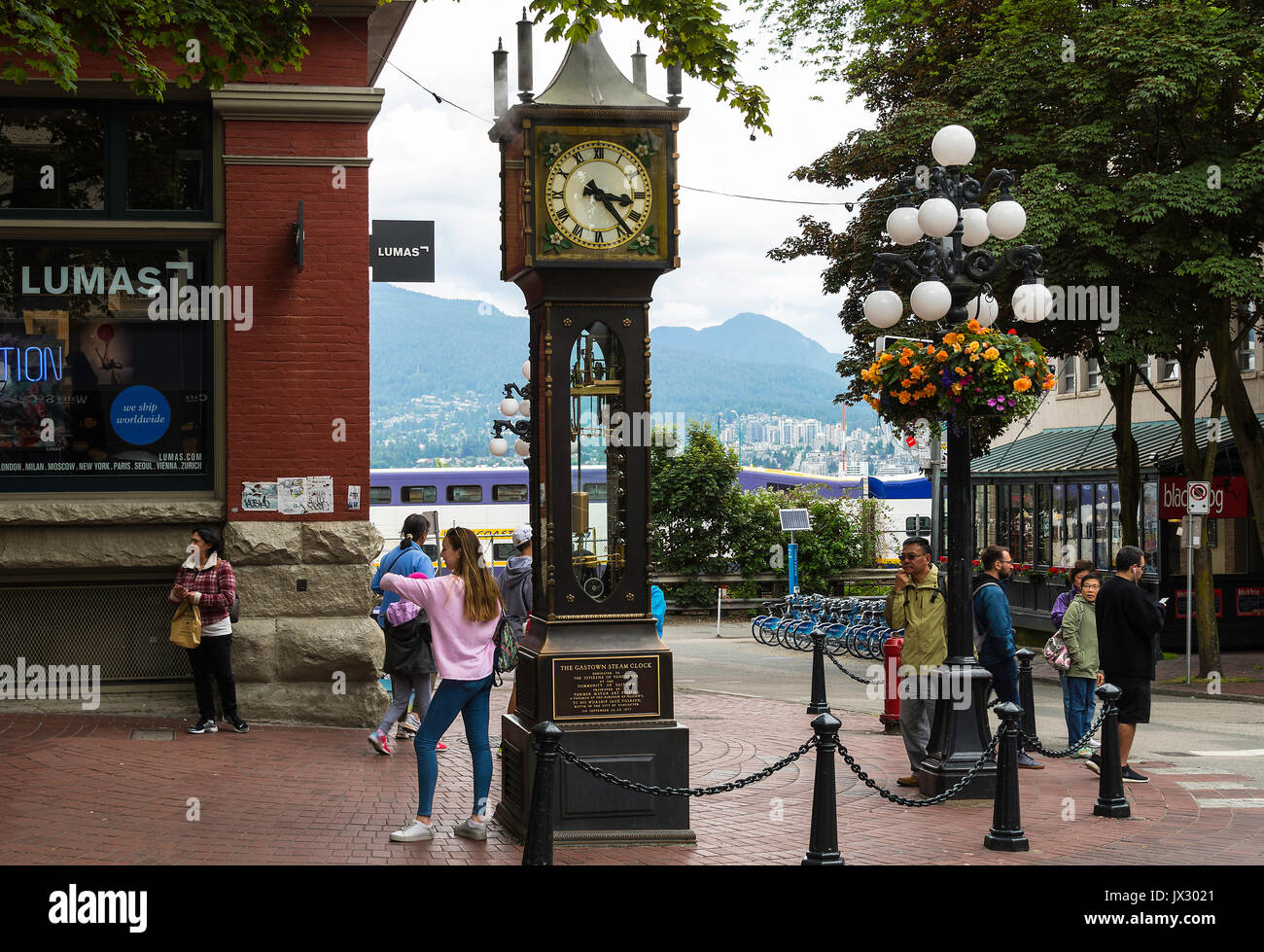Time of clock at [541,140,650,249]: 3:23
